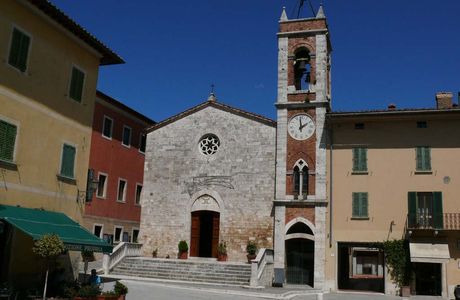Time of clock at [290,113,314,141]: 1:59
